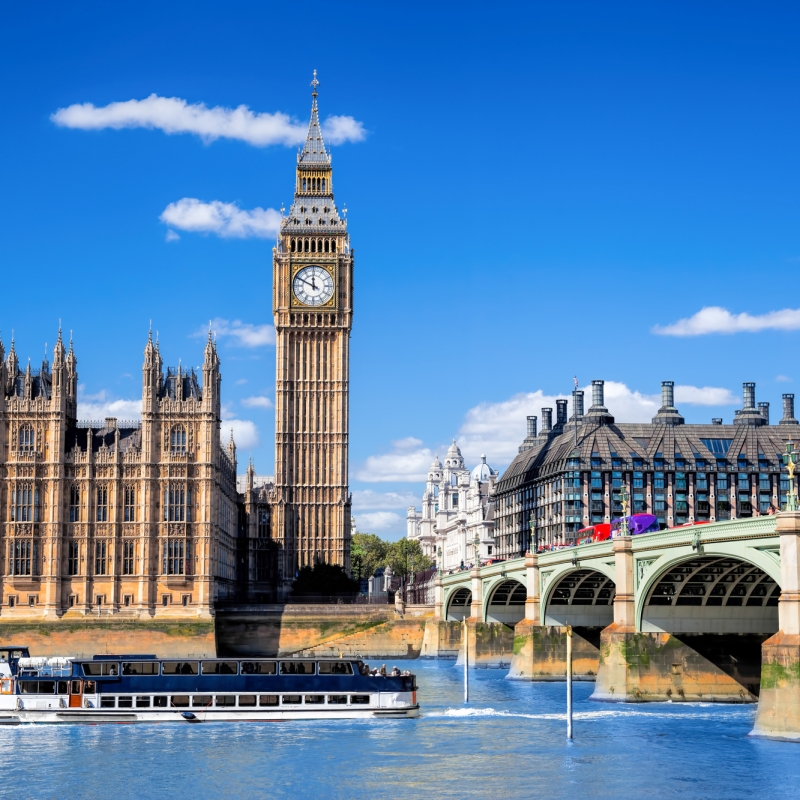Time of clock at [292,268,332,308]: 11:49
